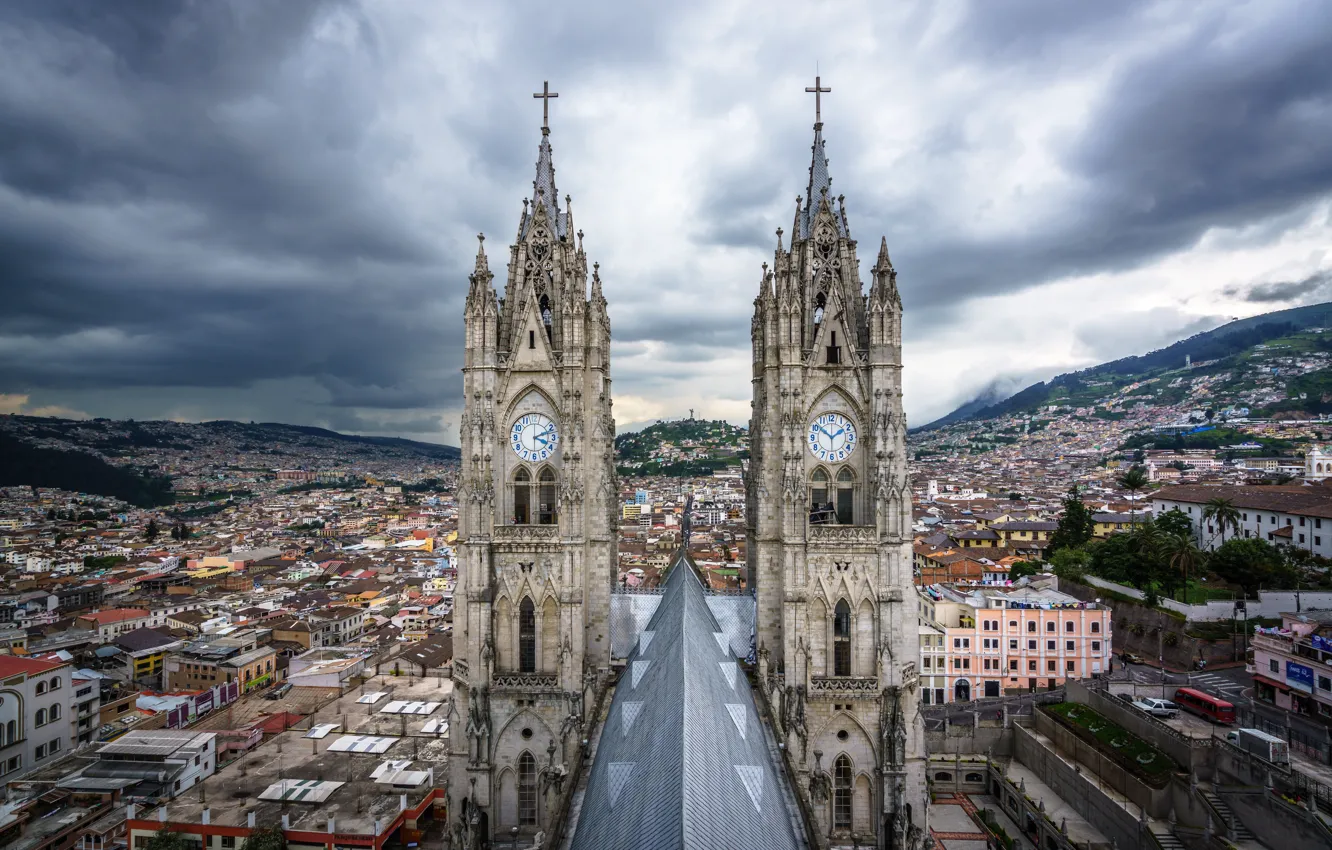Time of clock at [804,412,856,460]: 1:51
